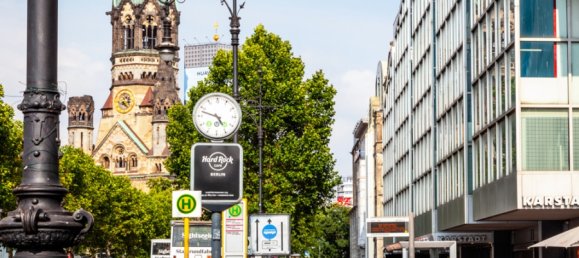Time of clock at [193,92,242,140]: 4:47
